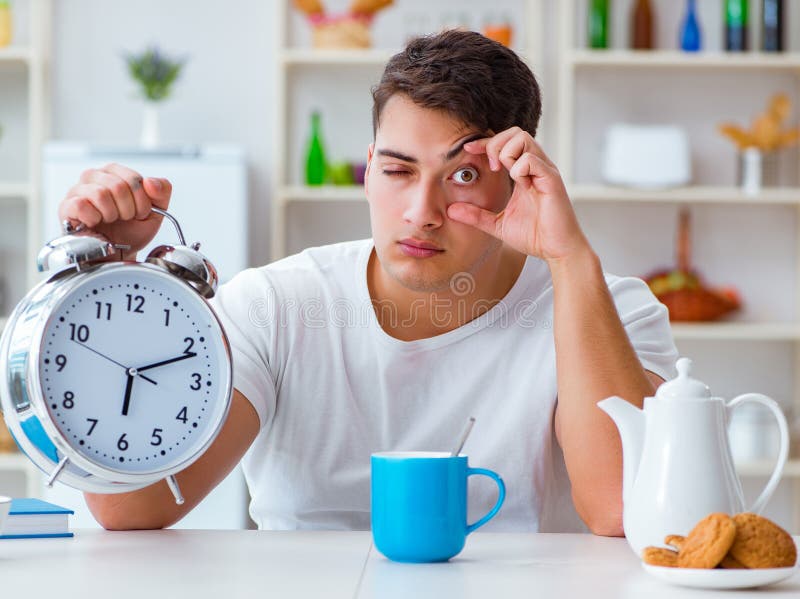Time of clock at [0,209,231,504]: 6:11
